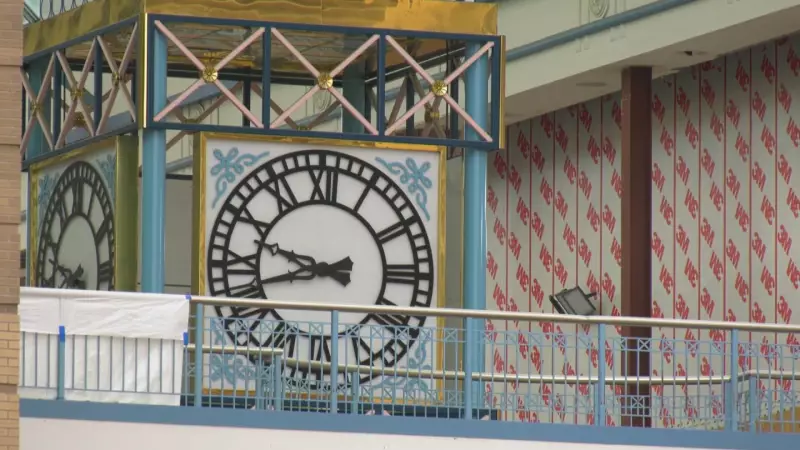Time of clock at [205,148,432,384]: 9:42
